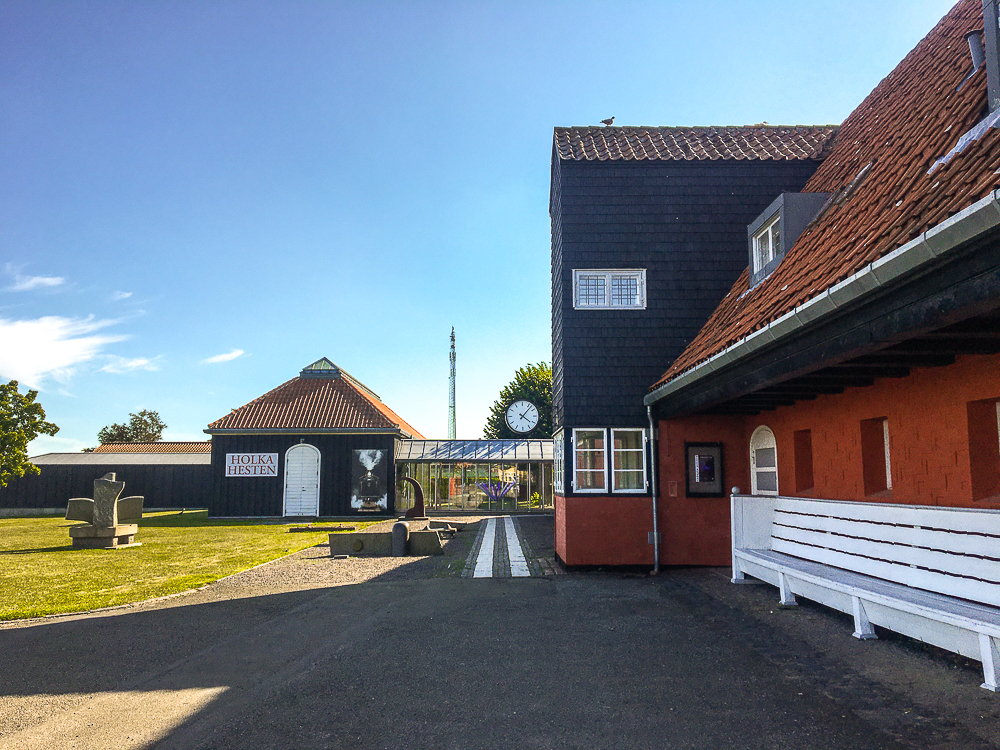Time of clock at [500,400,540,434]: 4:07
